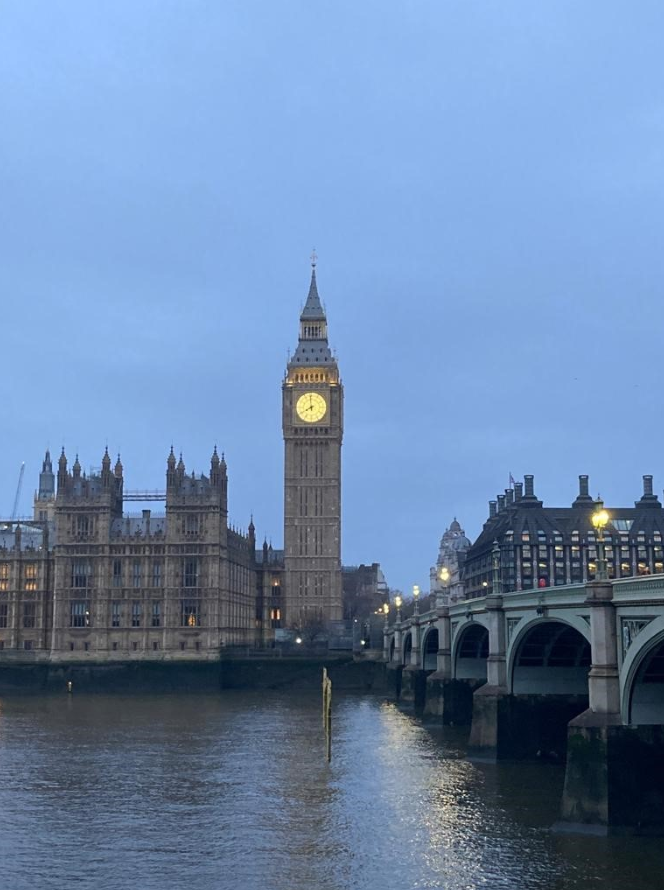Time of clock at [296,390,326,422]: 7:58
